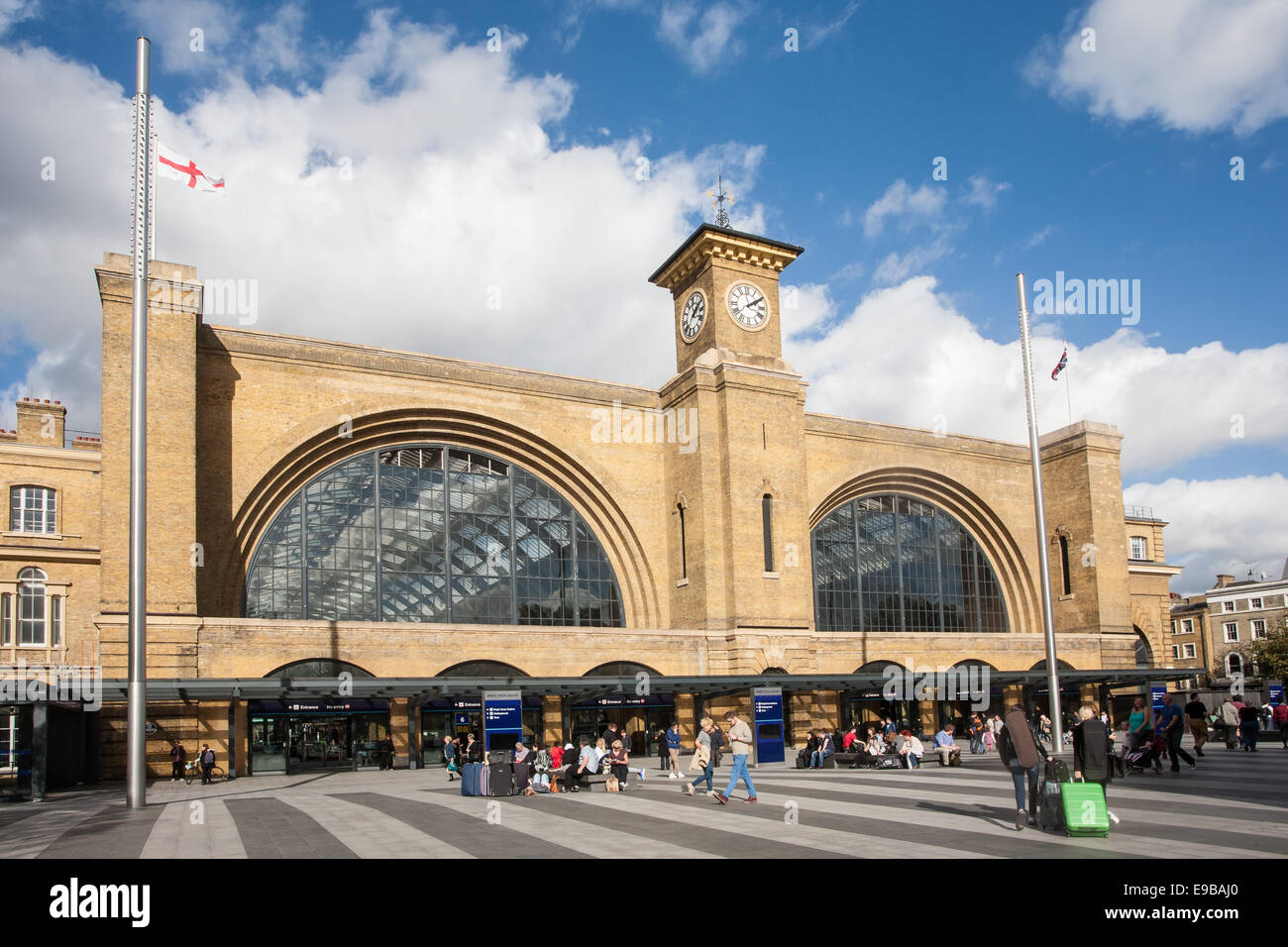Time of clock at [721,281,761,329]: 2:09
